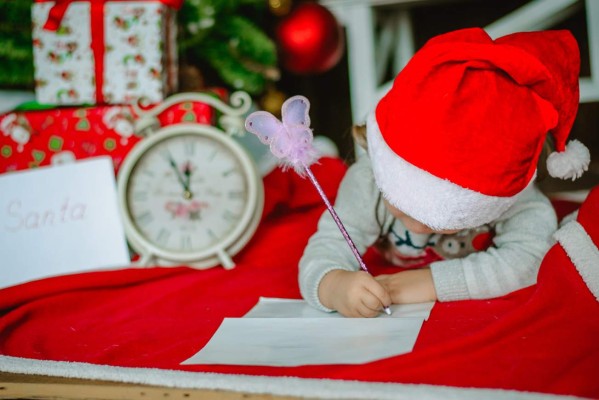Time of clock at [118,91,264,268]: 11:55
